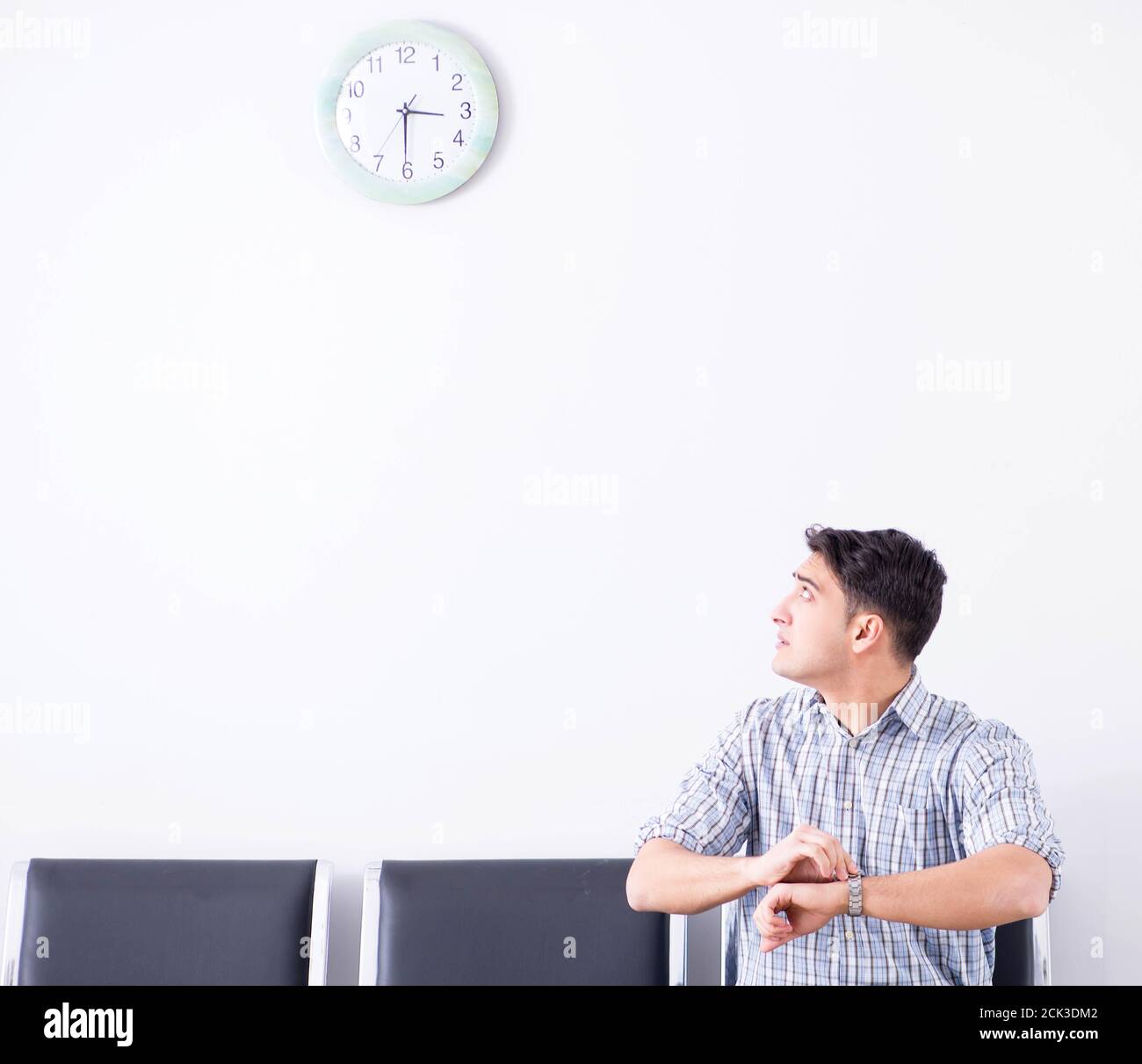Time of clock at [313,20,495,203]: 3:30
